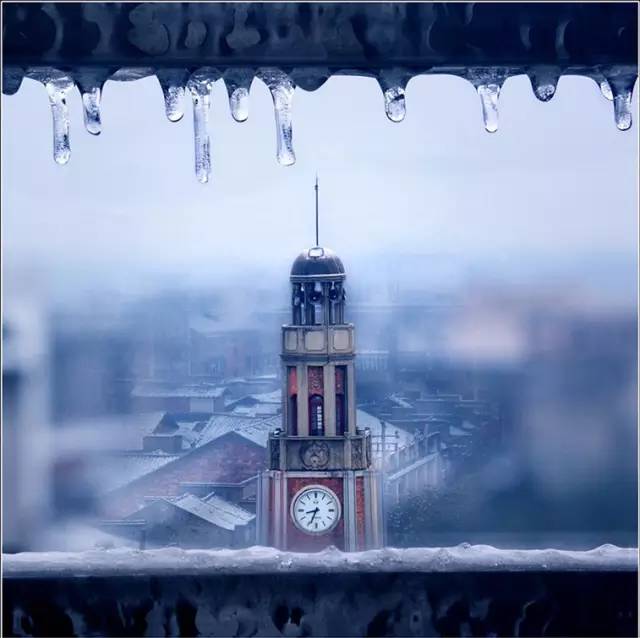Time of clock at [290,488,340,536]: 8:33
